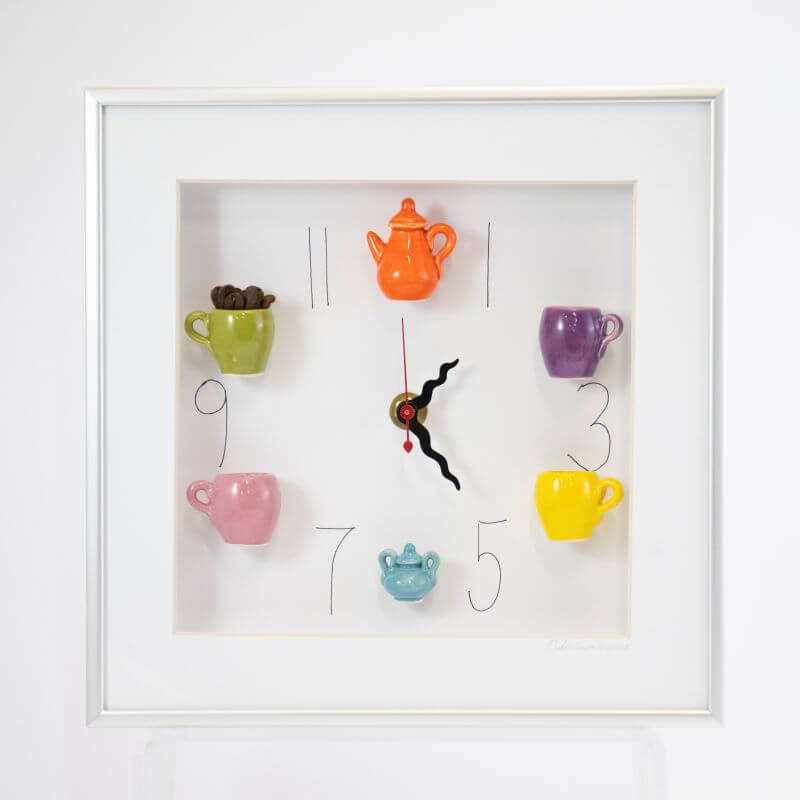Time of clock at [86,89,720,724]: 1:22
